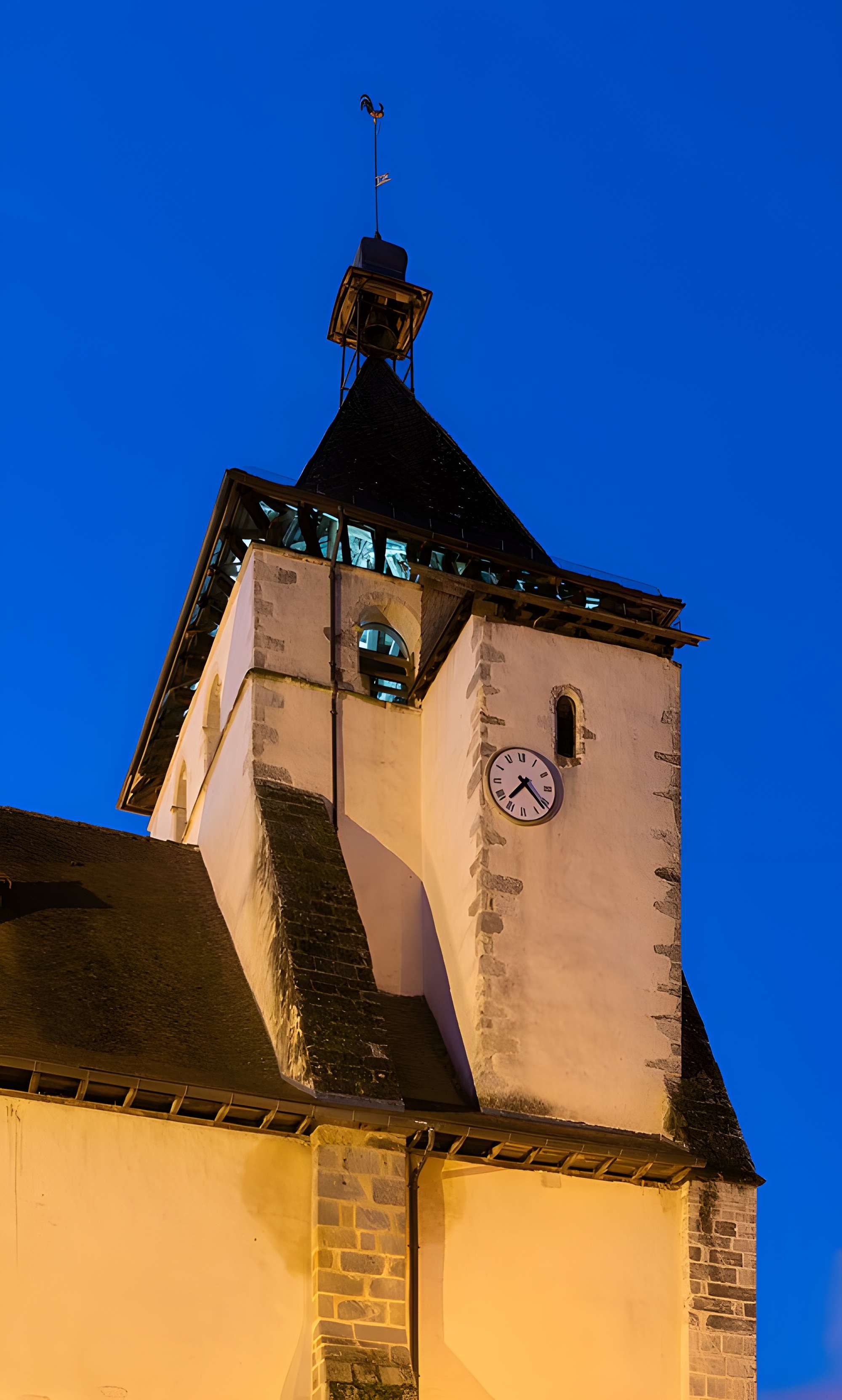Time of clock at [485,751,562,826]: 7:22
